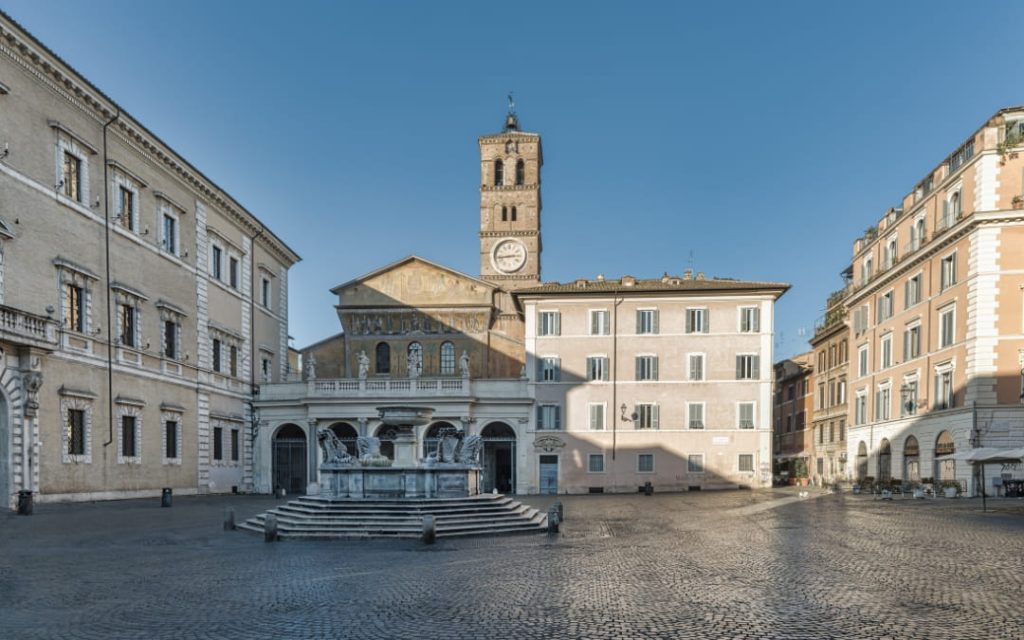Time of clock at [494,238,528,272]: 2:43
